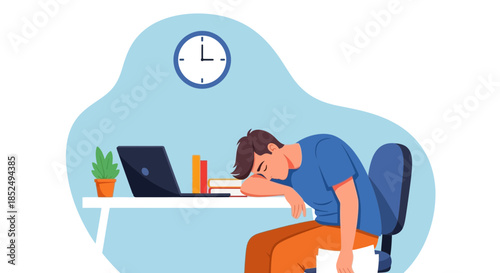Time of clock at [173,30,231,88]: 2:59
